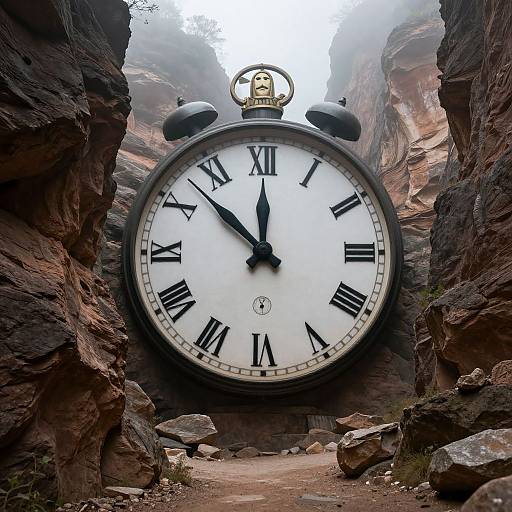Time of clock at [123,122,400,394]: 11:52
